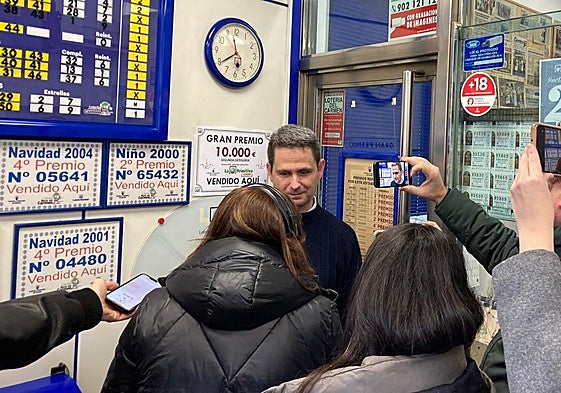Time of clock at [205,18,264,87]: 11:39
